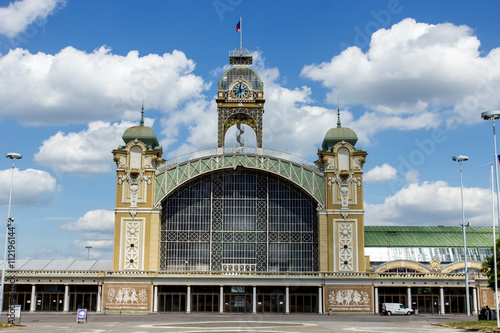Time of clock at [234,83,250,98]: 11:38
